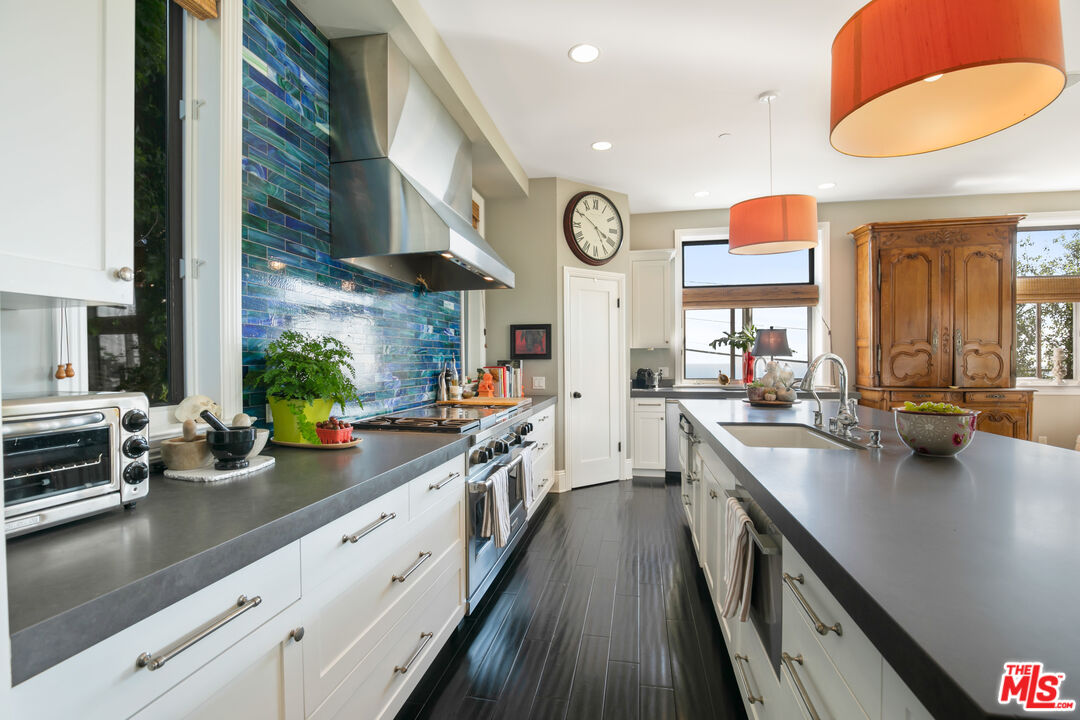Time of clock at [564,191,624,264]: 3:50
